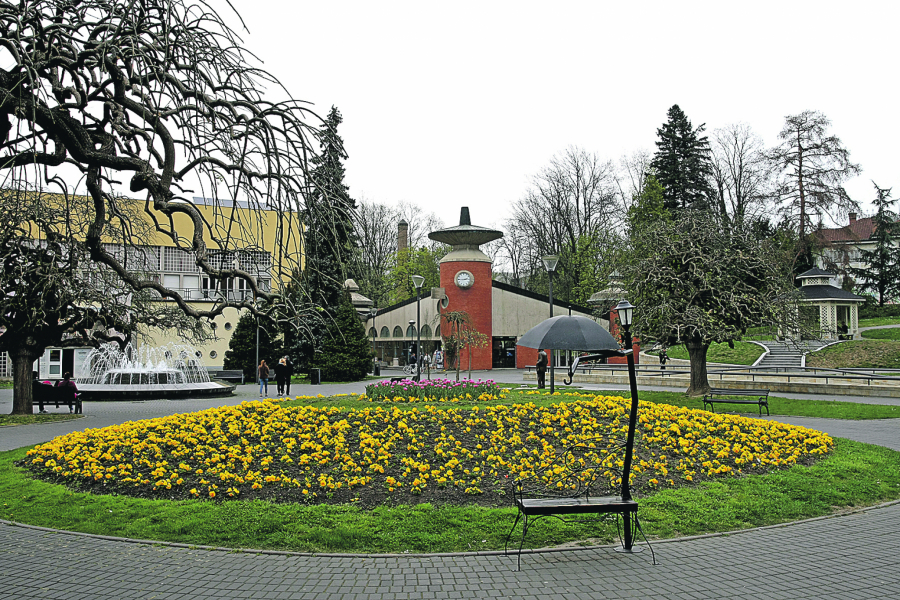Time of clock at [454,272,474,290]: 2:45
